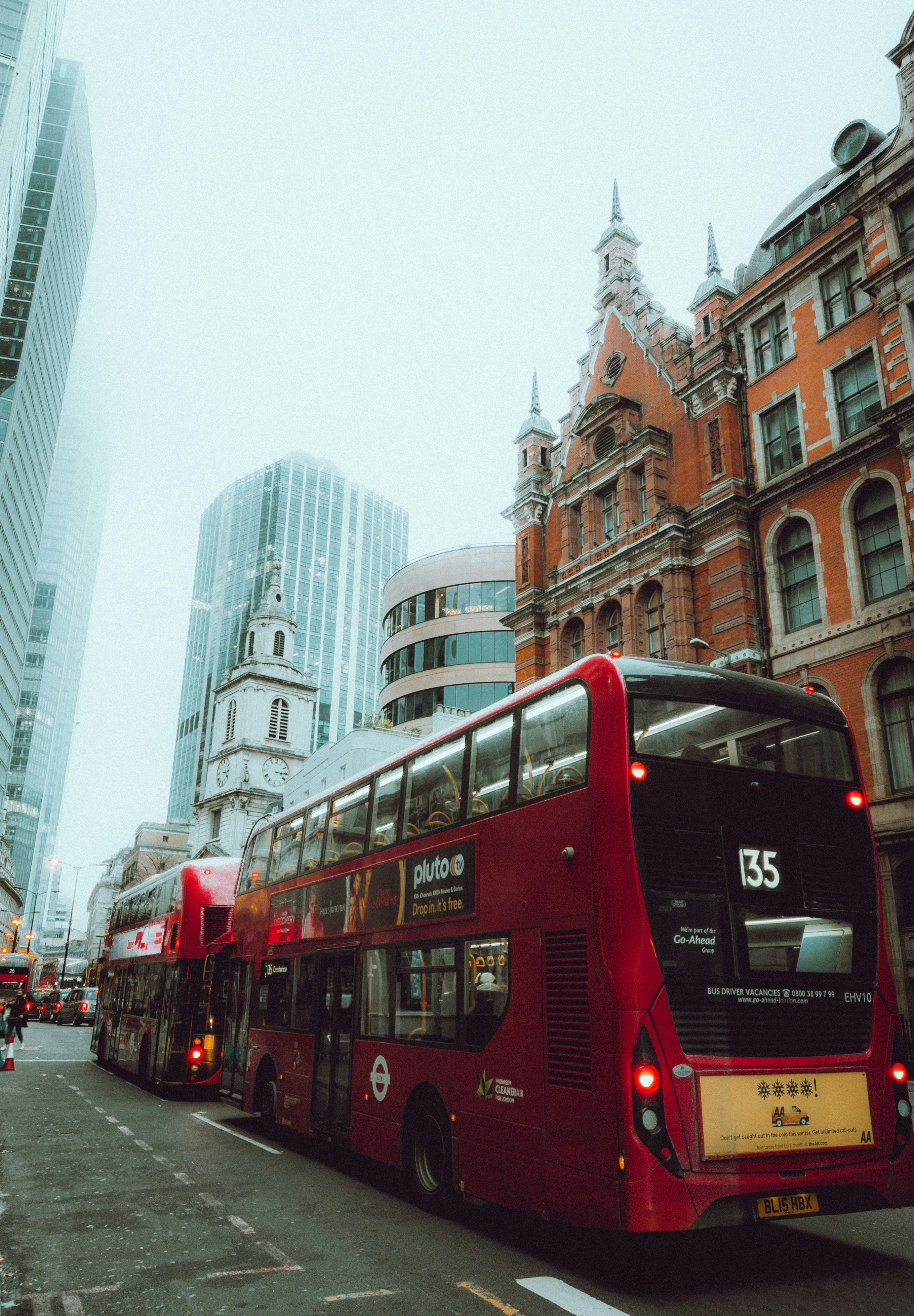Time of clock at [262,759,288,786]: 3:15
